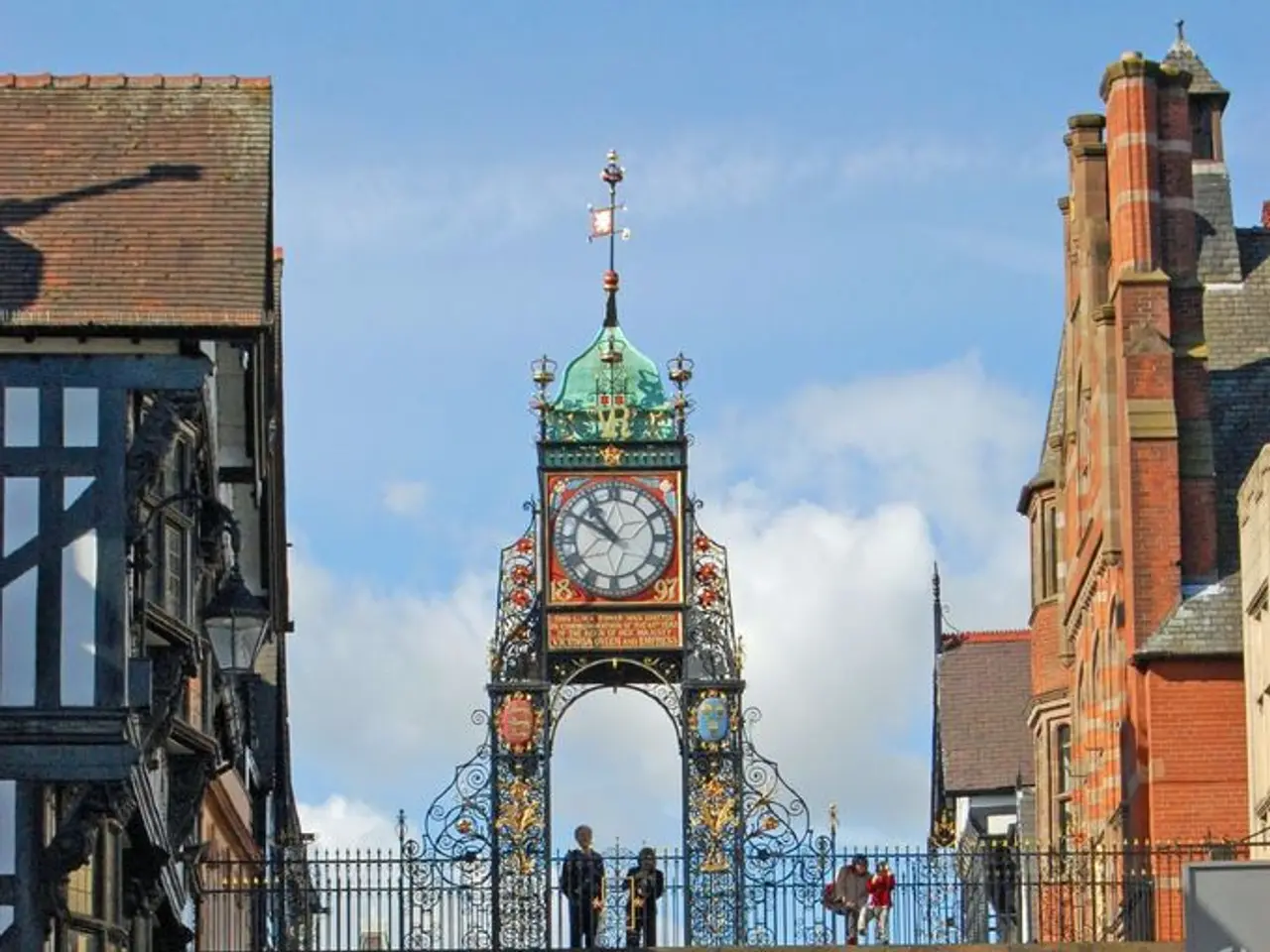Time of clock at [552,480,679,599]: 10:50
